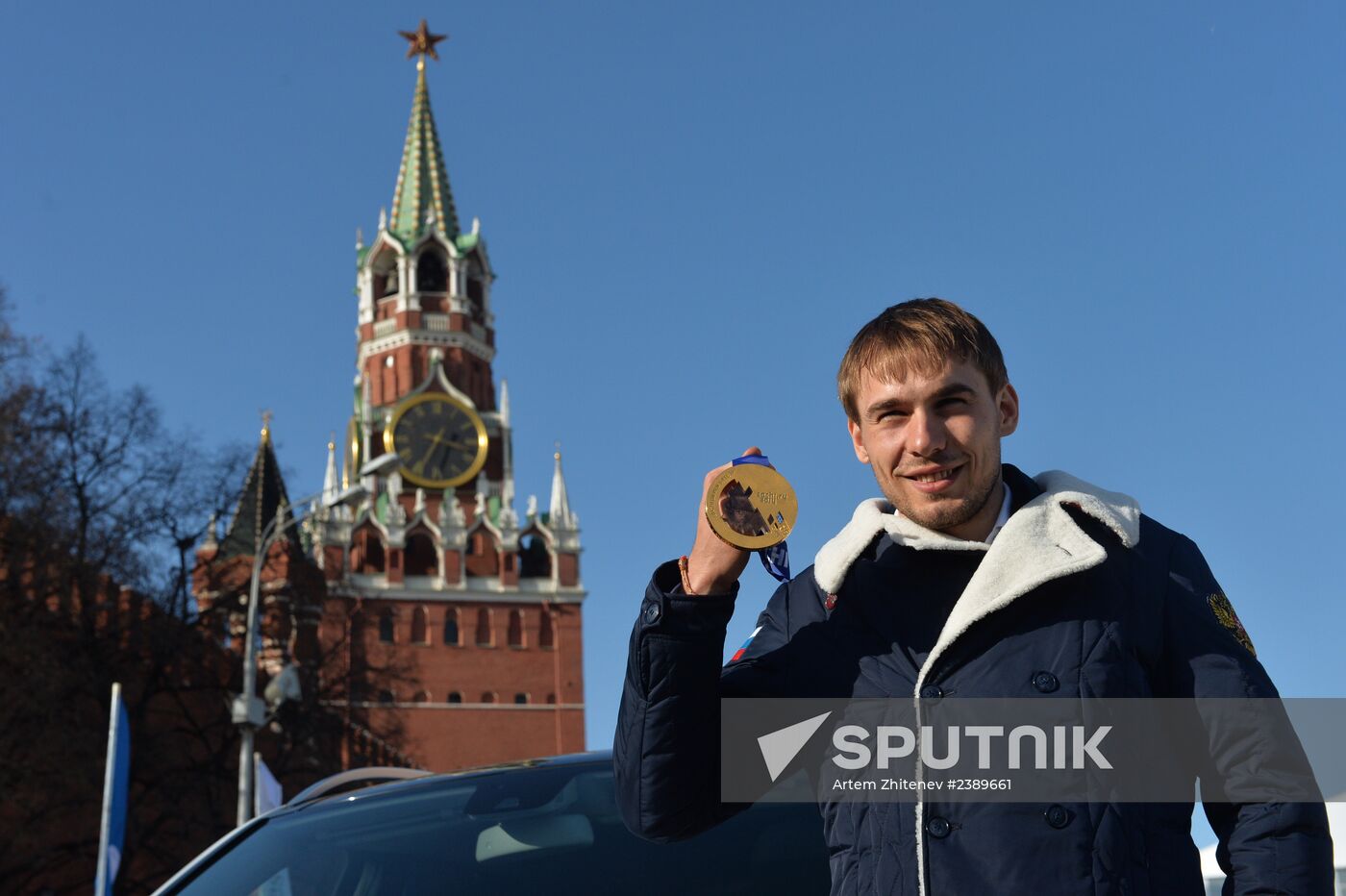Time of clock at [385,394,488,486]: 3:34
